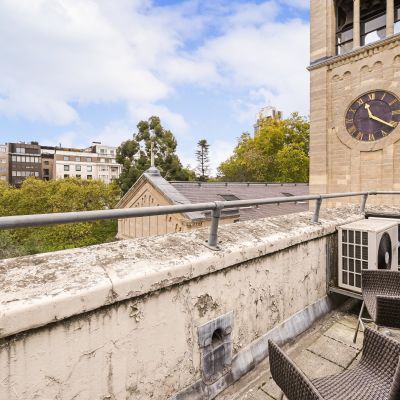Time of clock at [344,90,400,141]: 11:20
